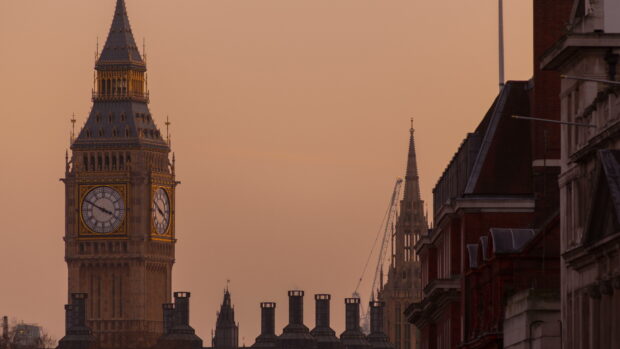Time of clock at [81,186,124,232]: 3:49
